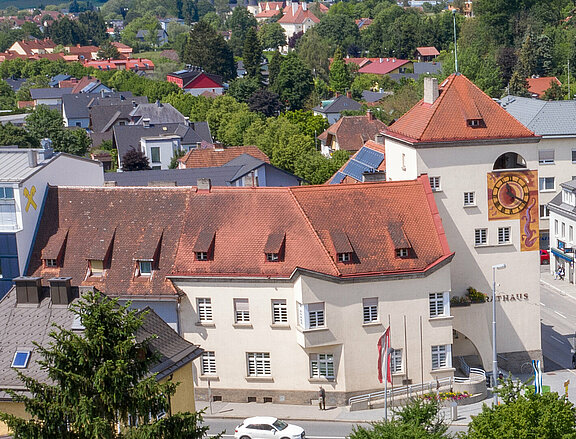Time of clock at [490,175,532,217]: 11:19
